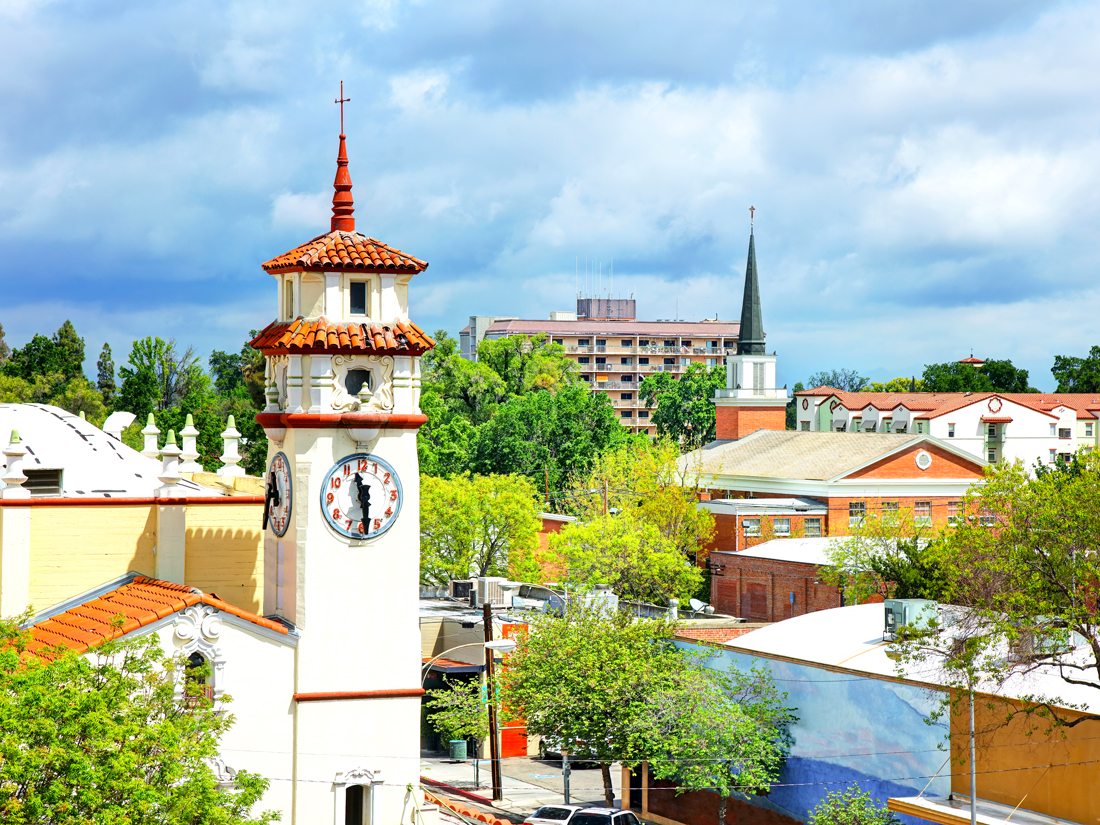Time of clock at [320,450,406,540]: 11:29
